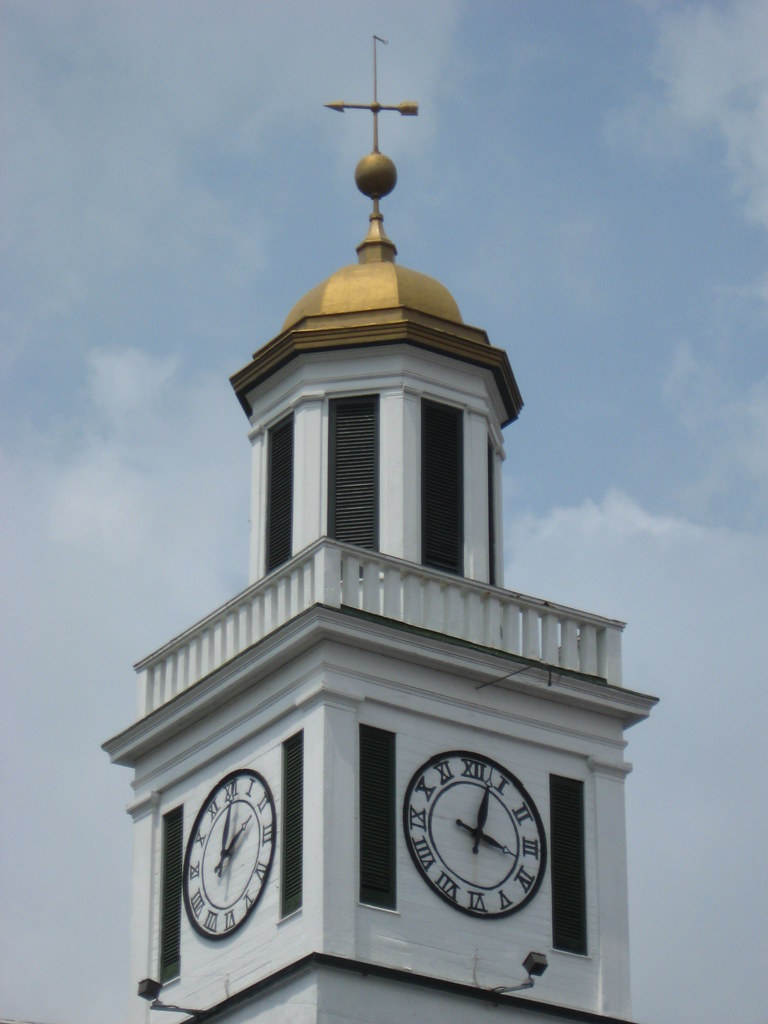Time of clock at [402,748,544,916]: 12:17
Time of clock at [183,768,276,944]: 2:01
